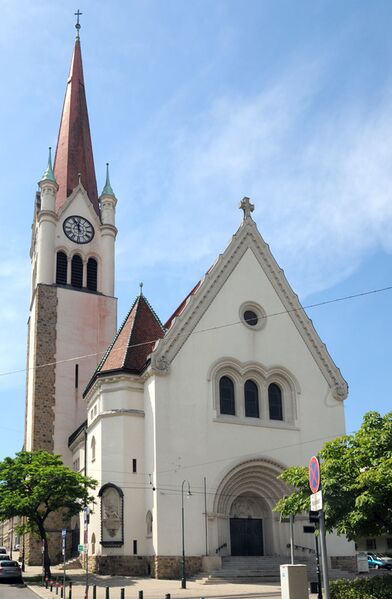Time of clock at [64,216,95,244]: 11:55
